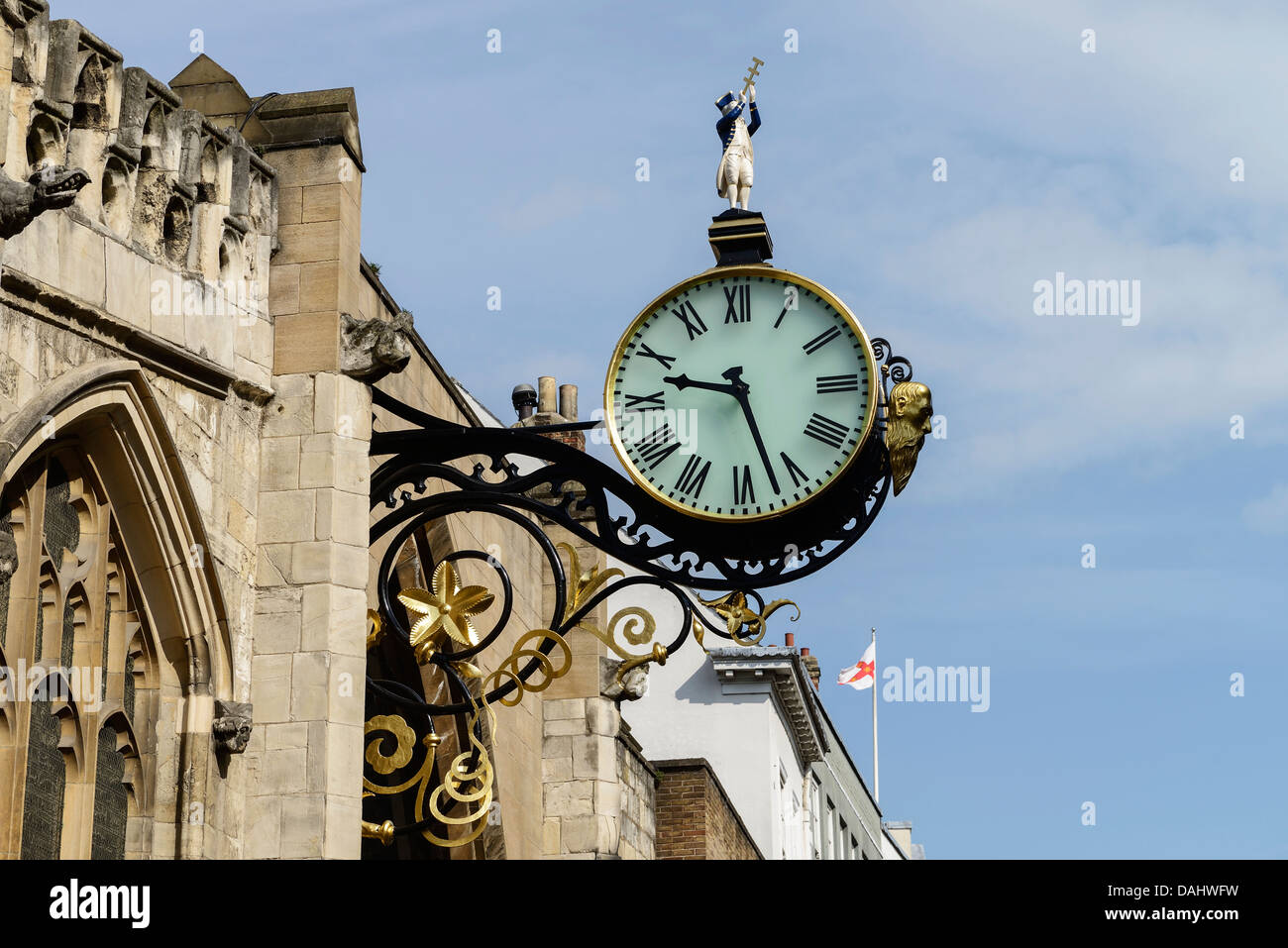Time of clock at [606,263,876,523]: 9:27
